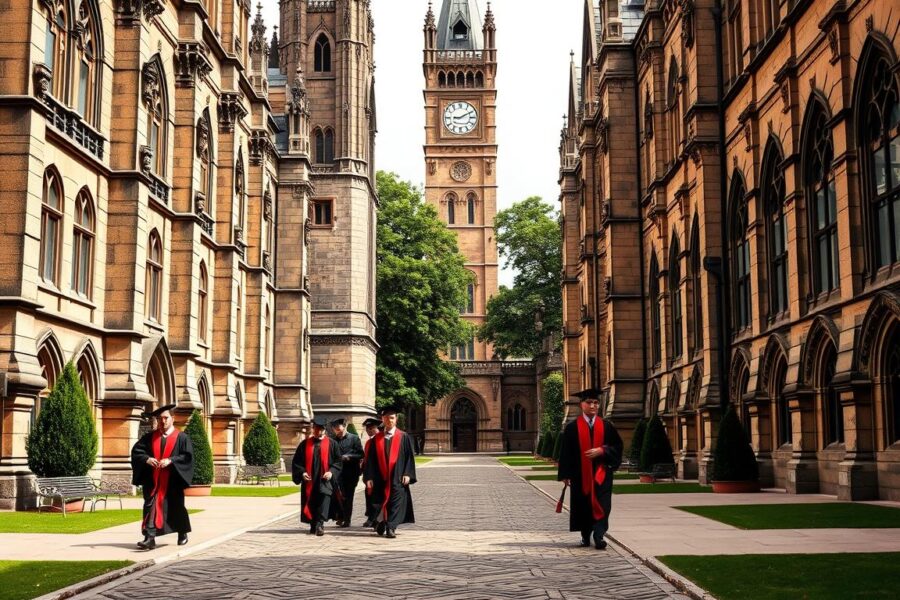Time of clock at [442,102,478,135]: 9:10
